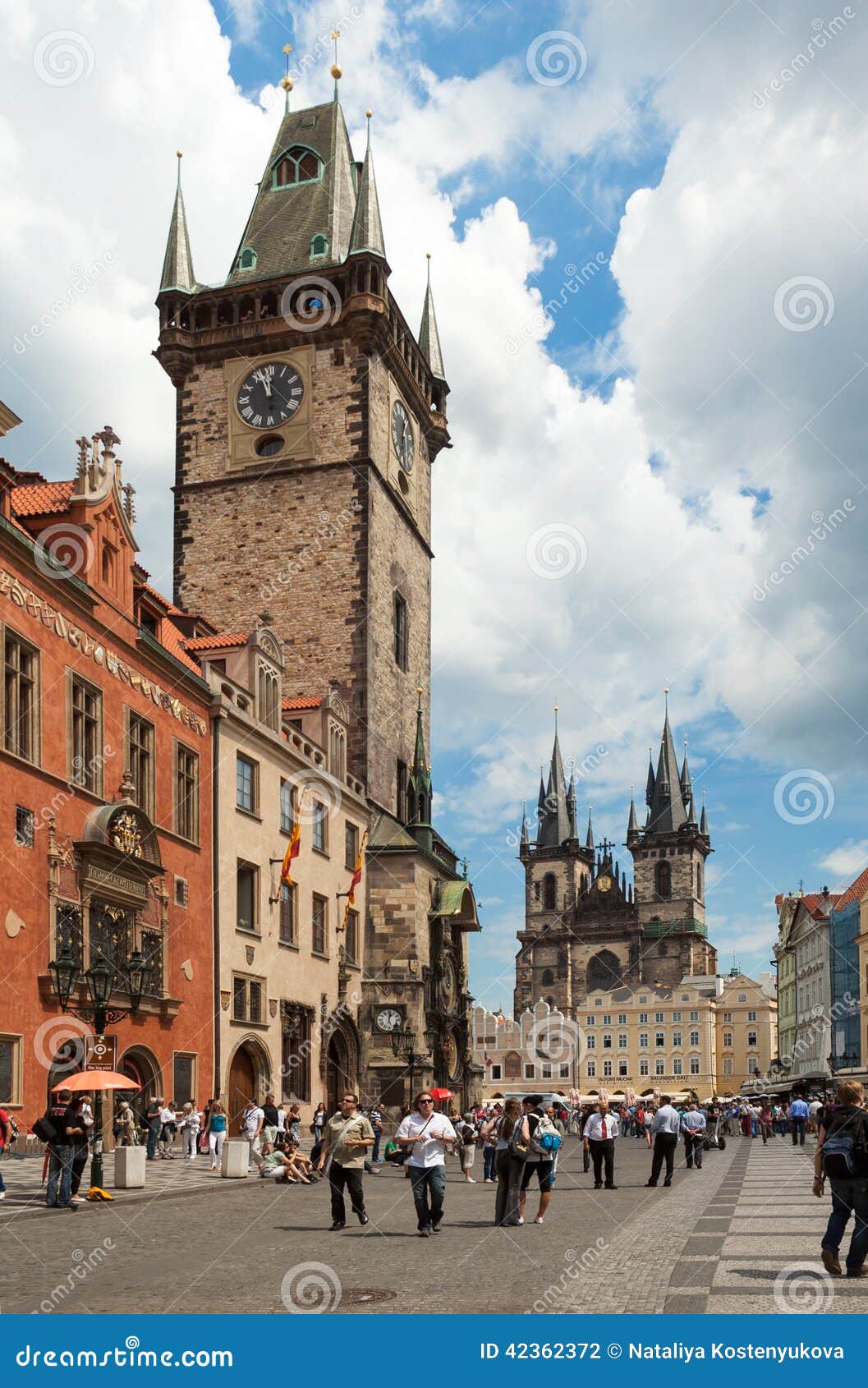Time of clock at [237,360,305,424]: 11:56
